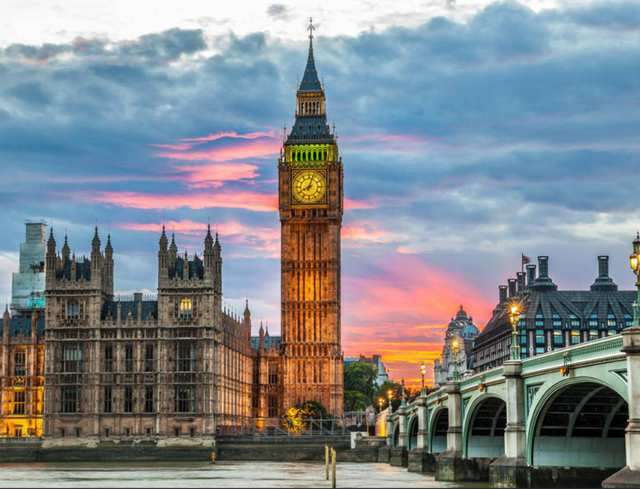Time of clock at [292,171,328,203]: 8:03
